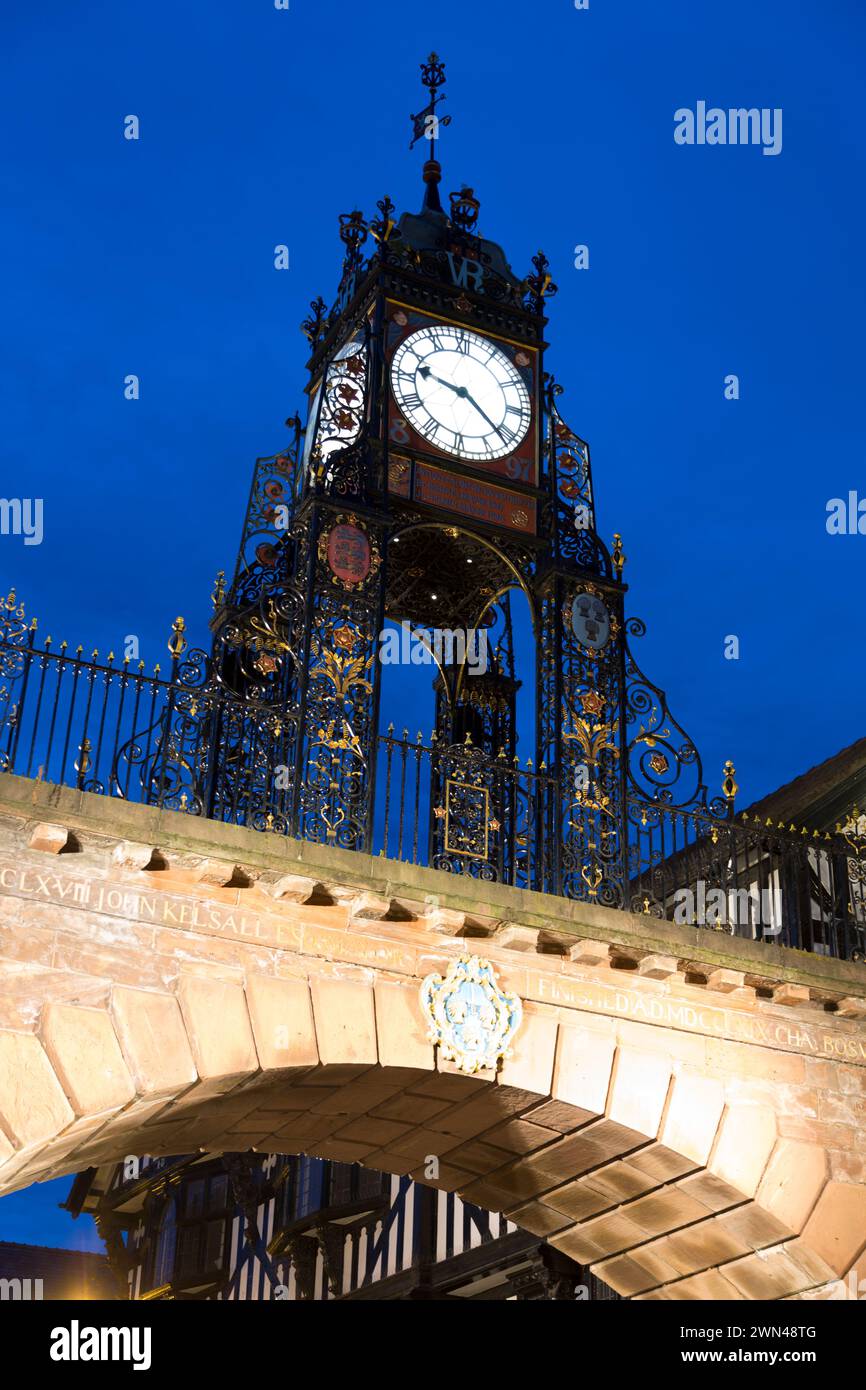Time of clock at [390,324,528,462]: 9:21
